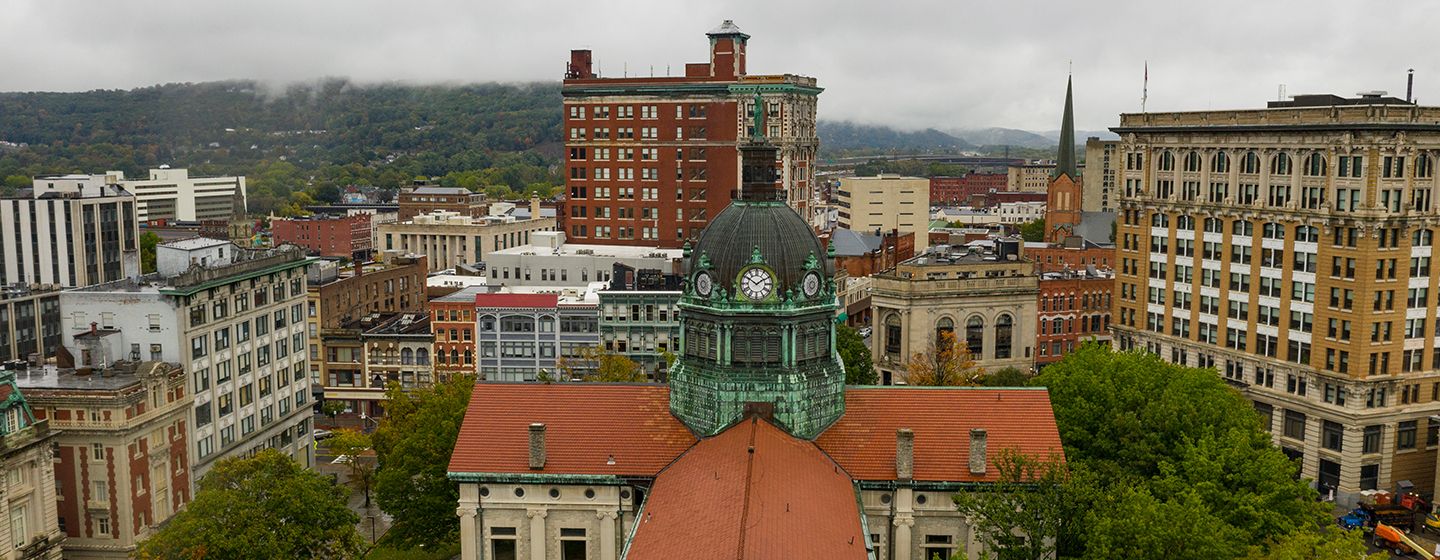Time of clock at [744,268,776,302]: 1:50
